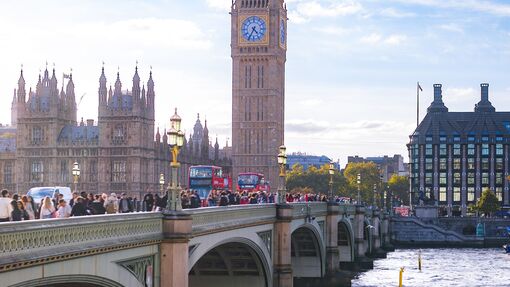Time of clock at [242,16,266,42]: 4:34
